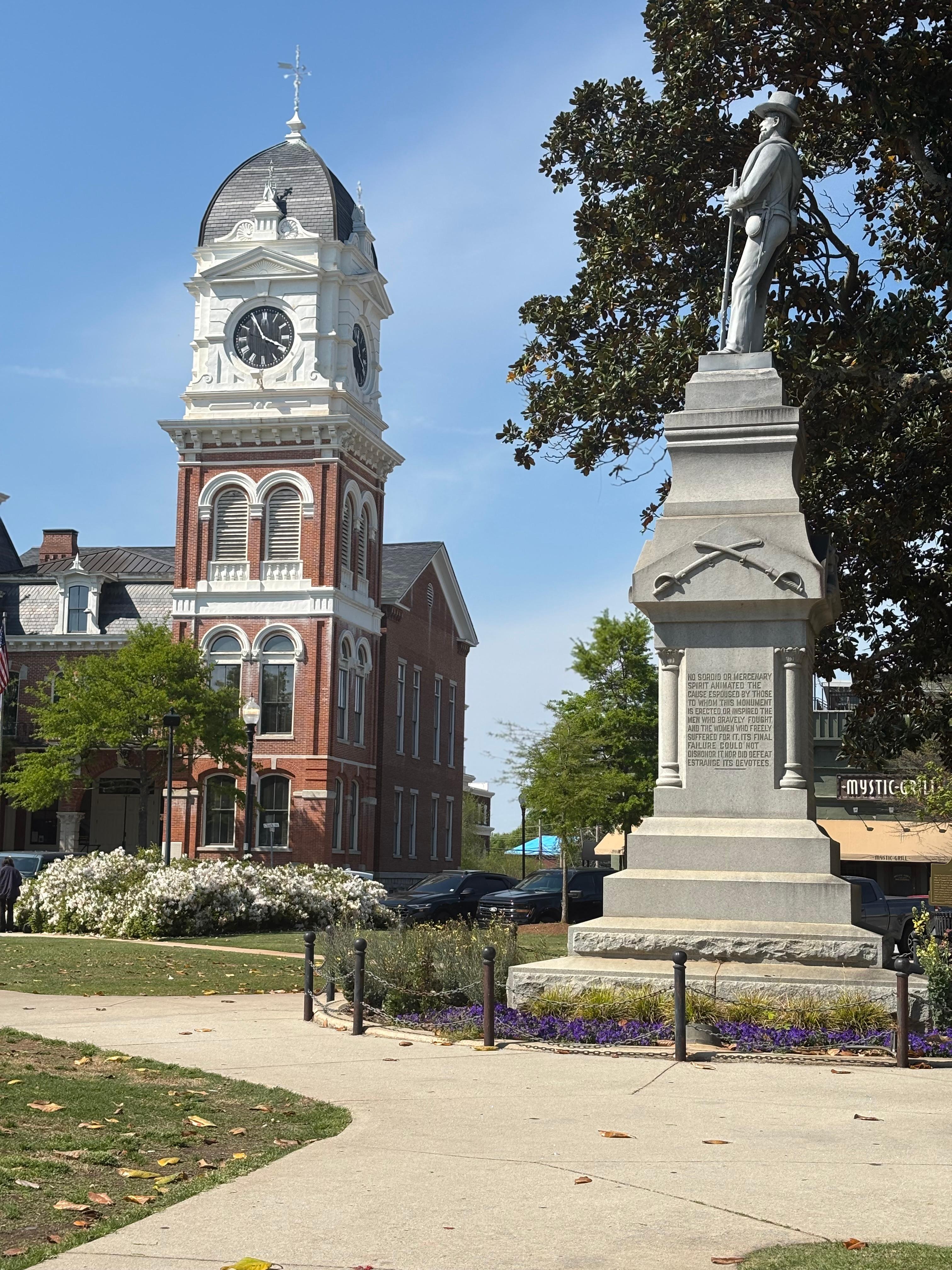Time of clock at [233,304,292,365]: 3:55
